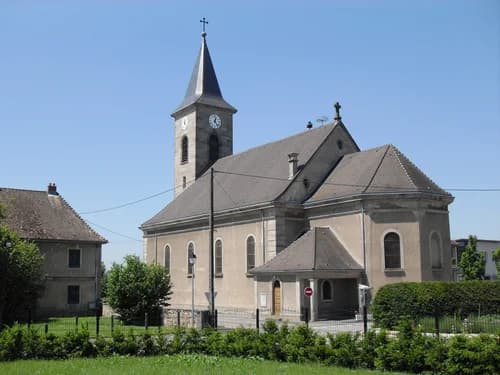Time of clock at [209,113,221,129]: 12:23
